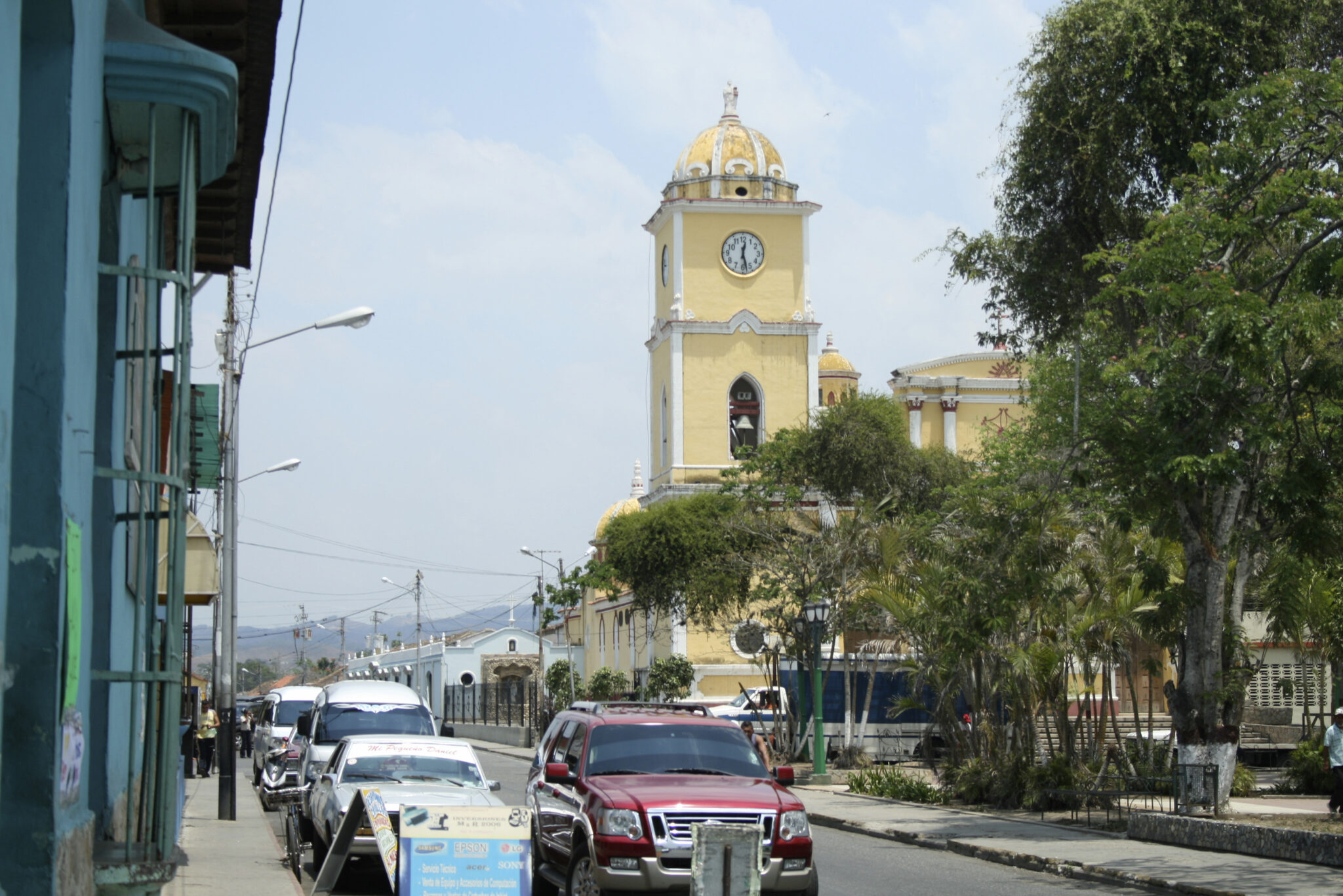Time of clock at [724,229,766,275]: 12:27
